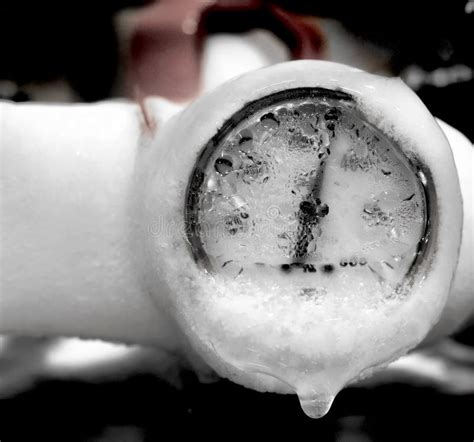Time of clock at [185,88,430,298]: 6:01
